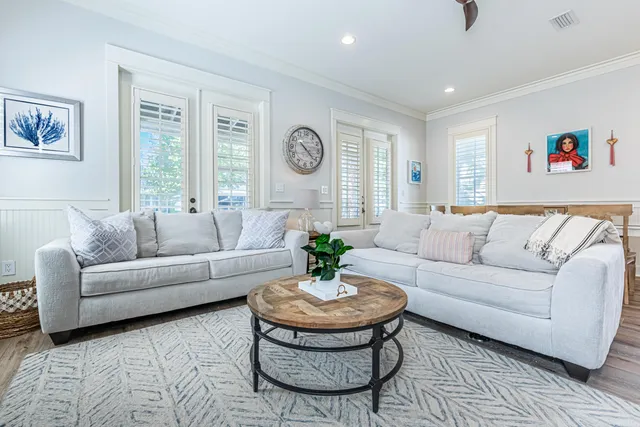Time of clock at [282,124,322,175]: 10:21
